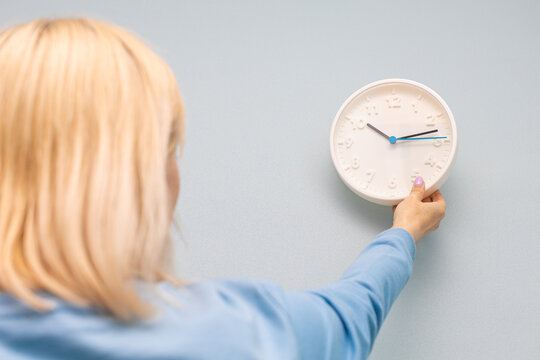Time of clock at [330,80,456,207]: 10:12
